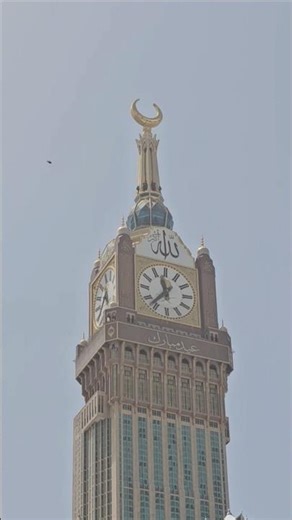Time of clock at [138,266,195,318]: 11:36
